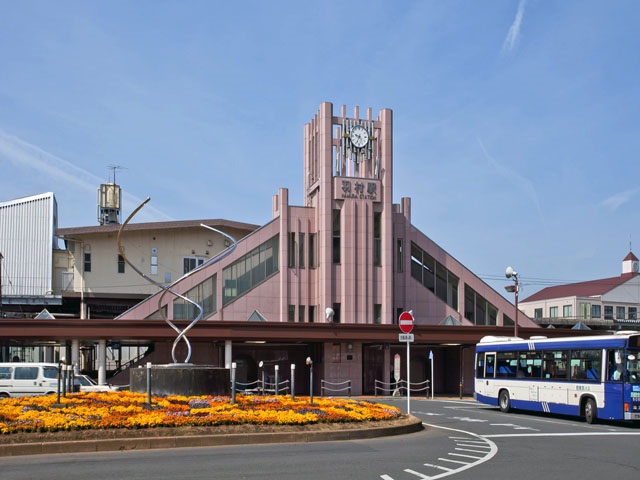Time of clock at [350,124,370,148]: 9:34
